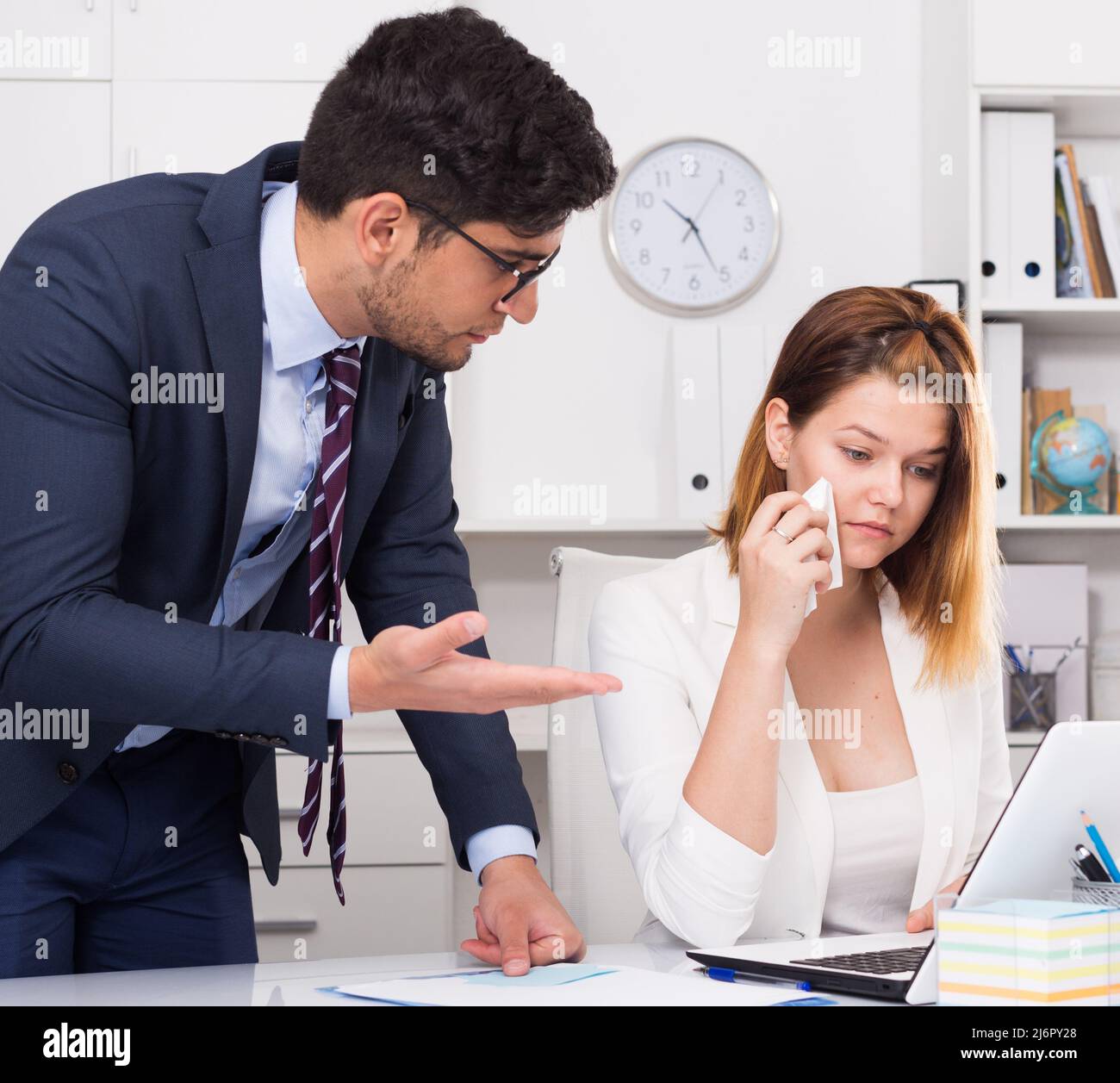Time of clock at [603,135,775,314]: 10:25
